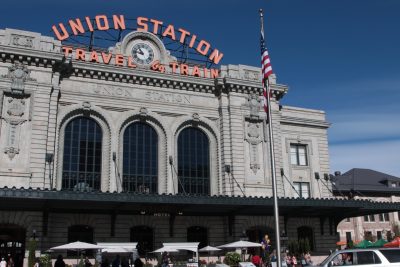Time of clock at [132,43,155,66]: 10:46
